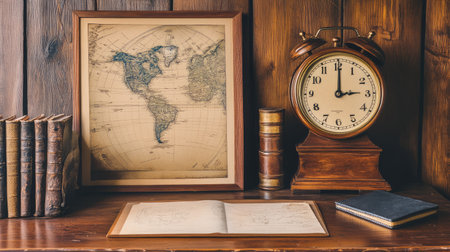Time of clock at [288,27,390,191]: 3:00
